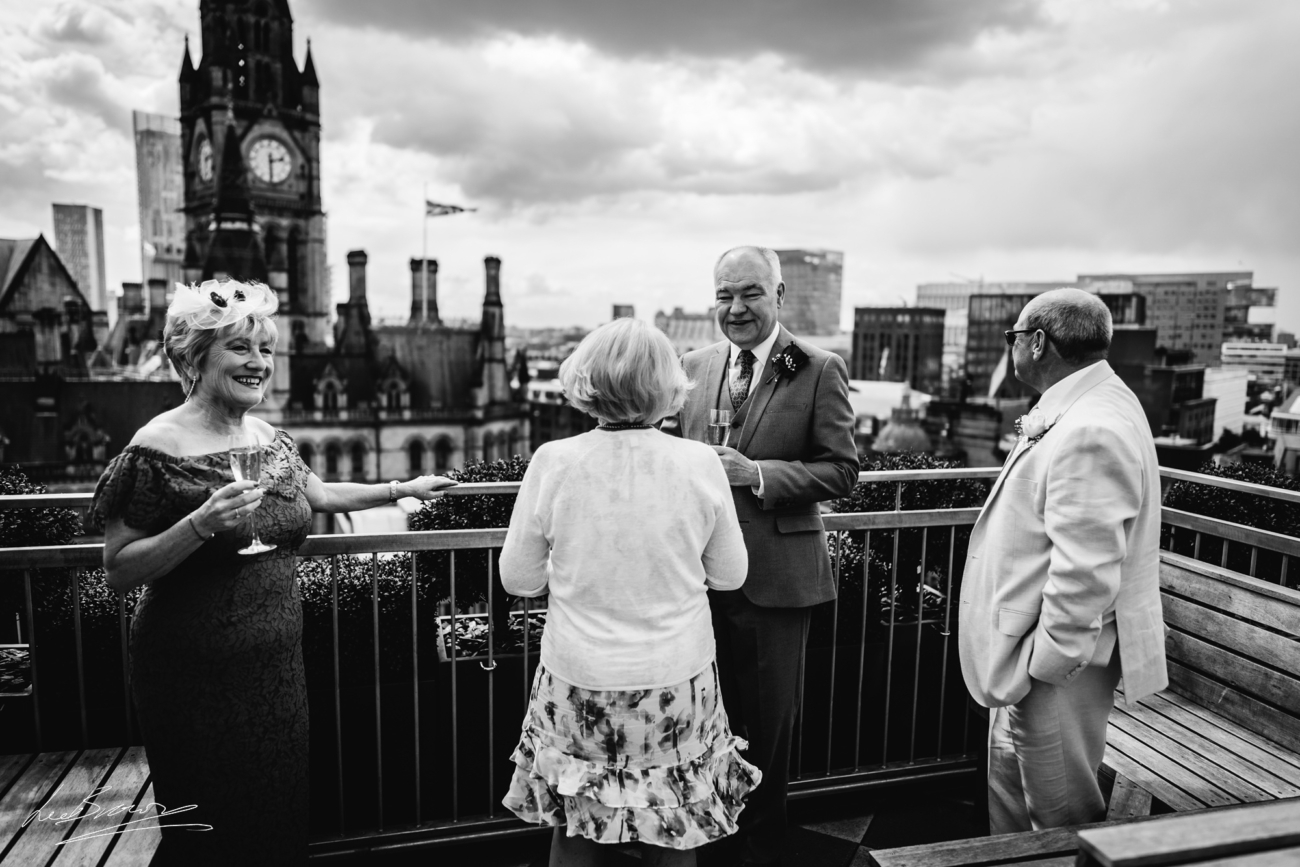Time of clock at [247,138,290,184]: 2:29
